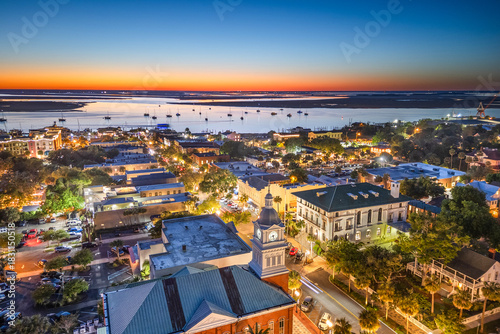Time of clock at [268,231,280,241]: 8:27
